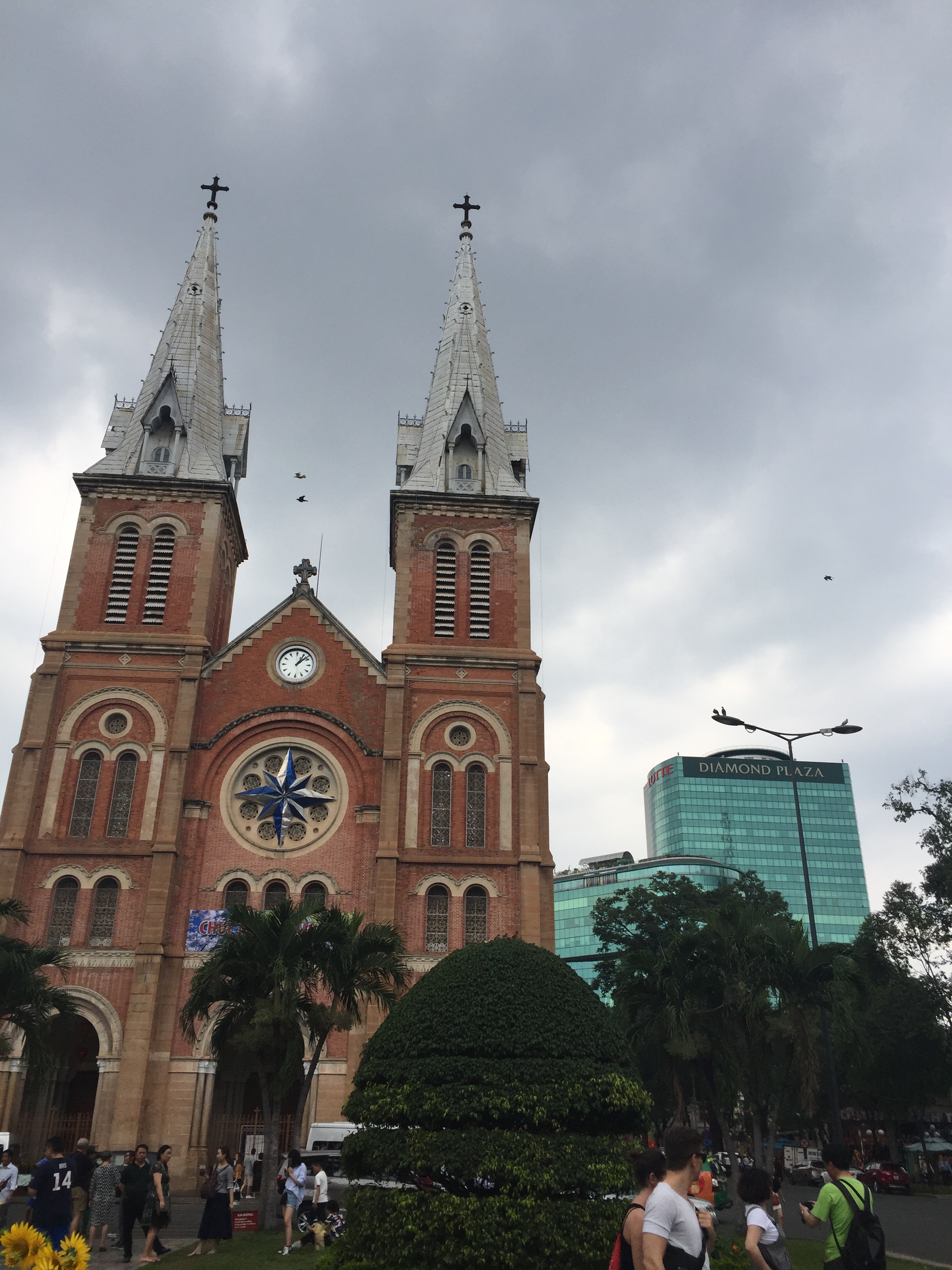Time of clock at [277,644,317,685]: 1:08
